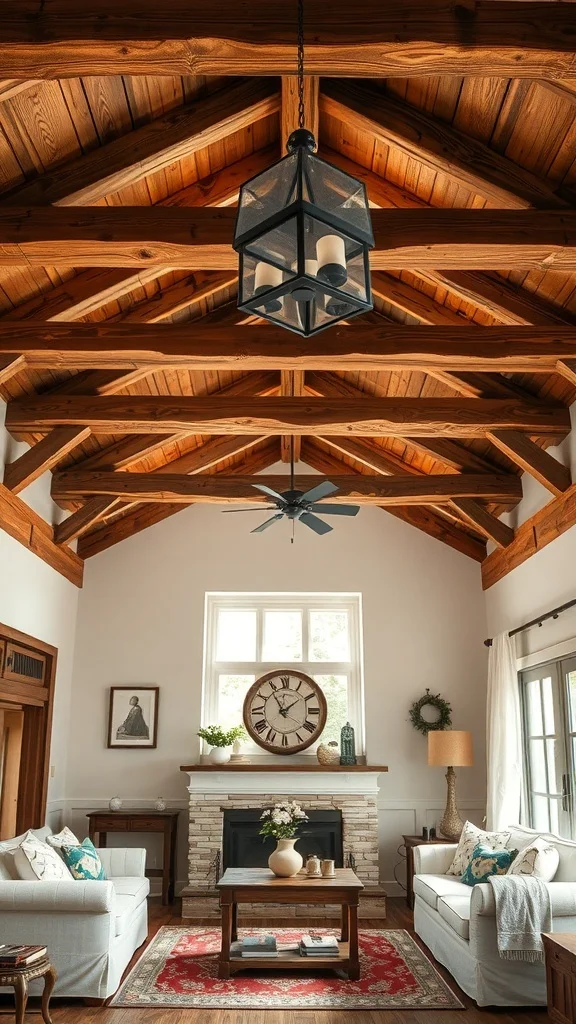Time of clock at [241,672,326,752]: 1:54
